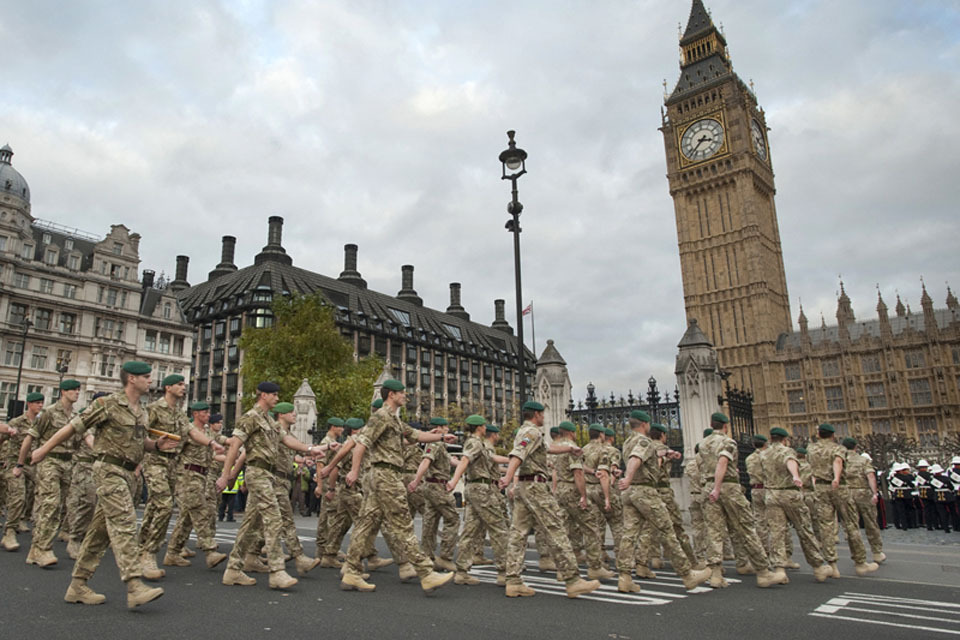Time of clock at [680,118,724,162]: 3:37
